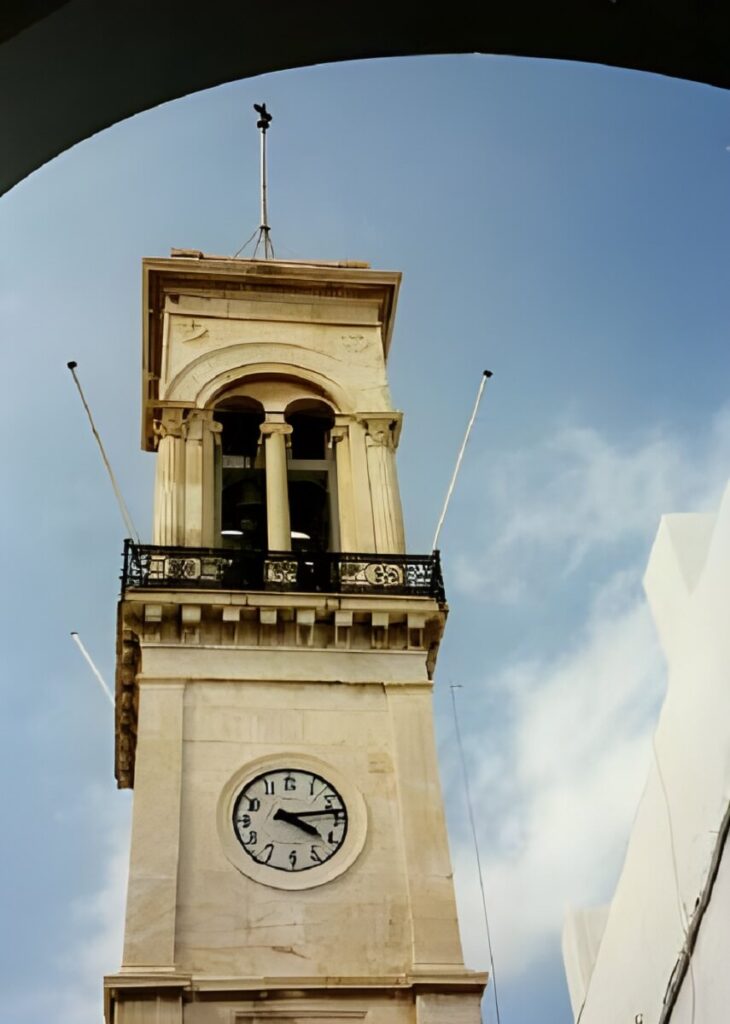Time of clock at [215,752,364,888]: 4:13
